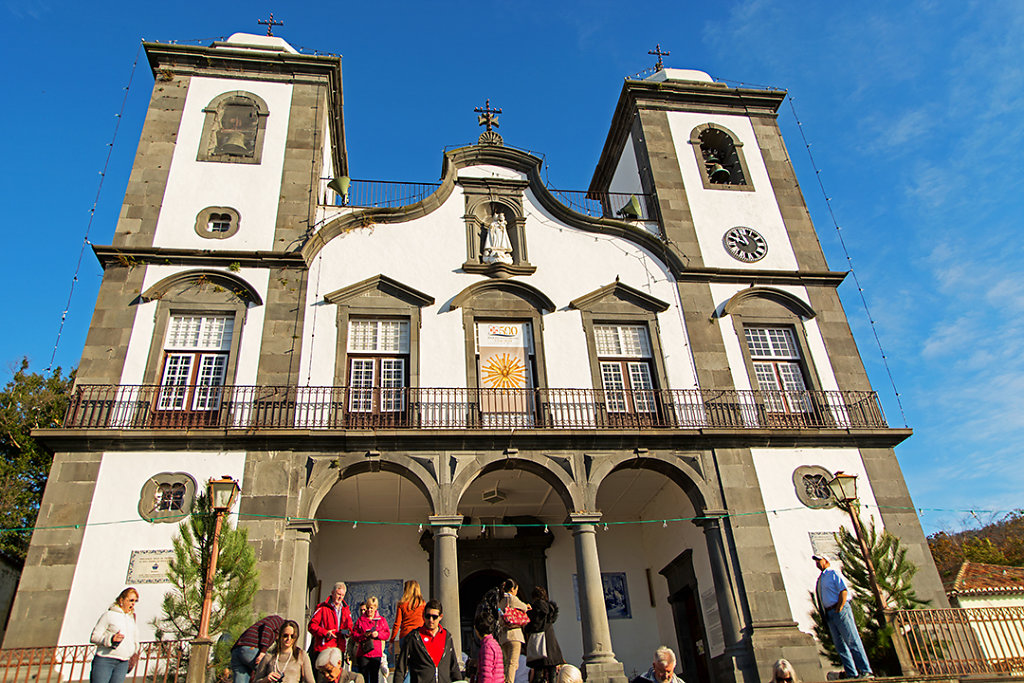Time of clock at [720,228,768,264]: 10:47
